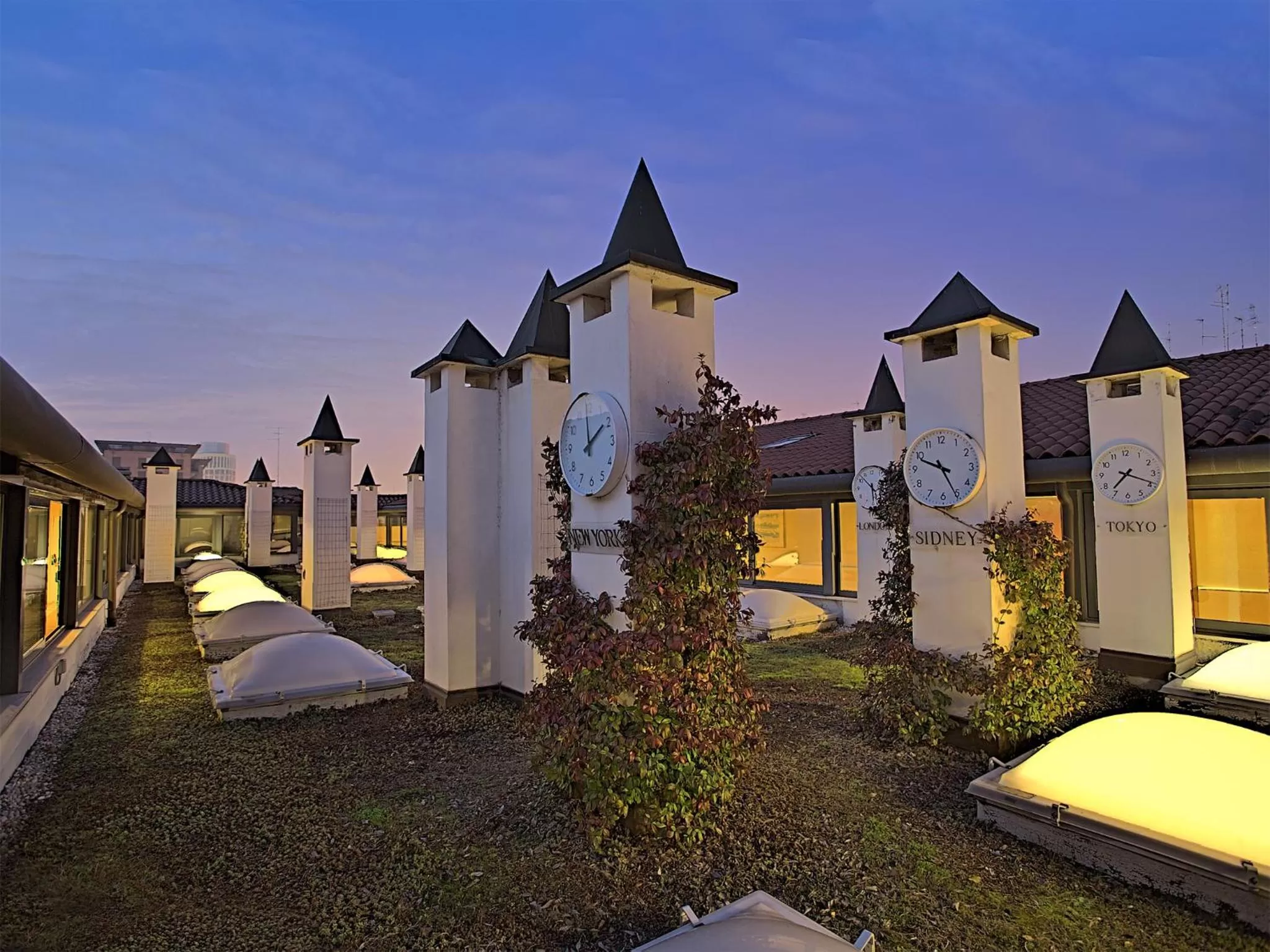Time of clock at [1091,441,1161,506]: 7:18
